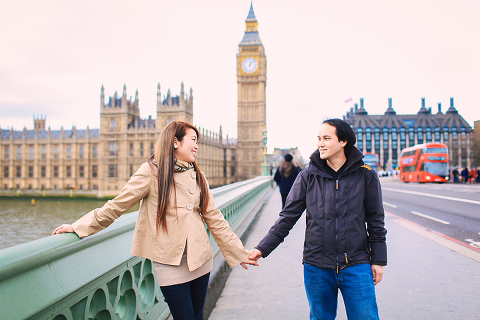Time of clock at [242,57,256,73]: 12:07
